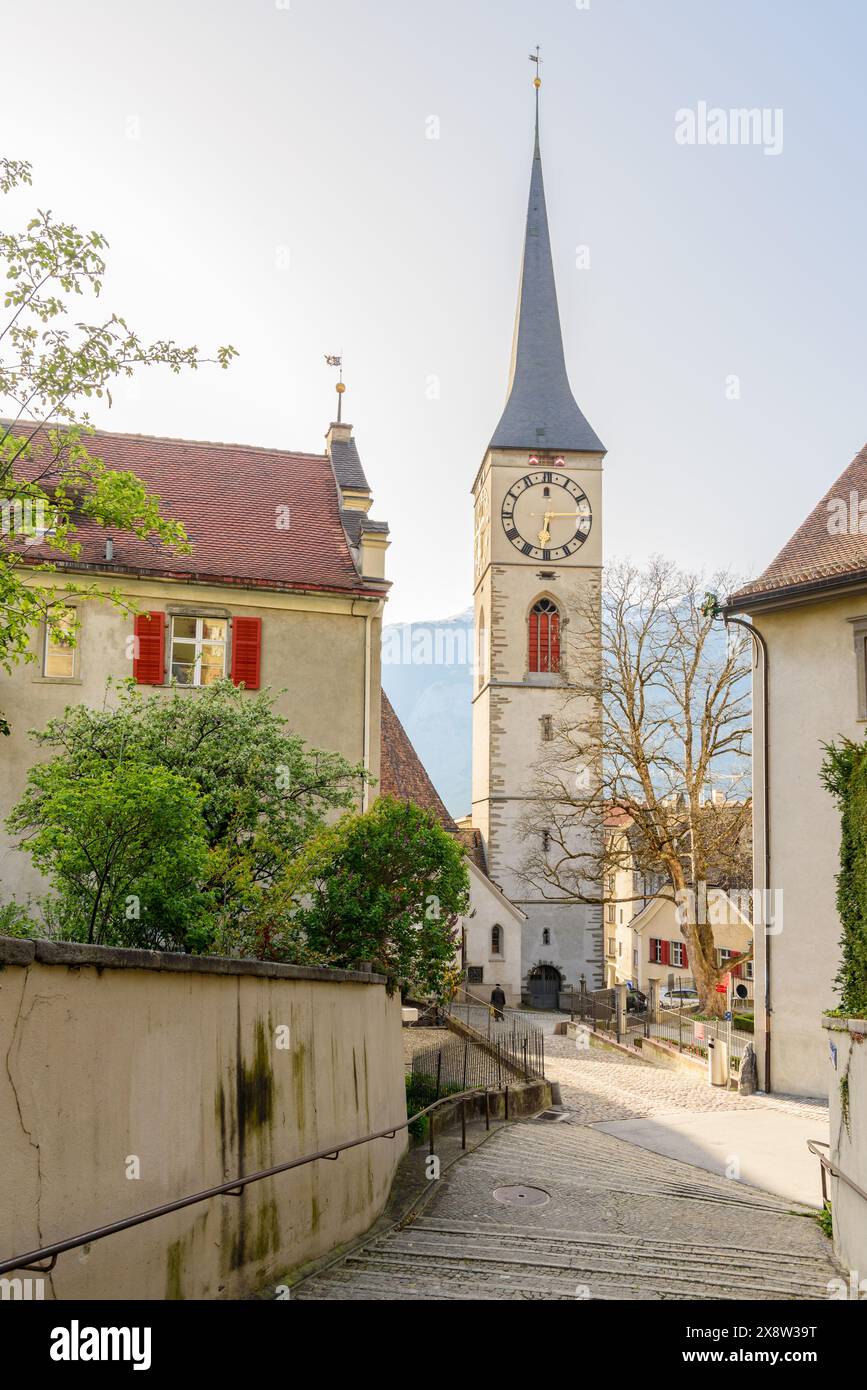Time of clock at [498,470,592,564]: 6:14
